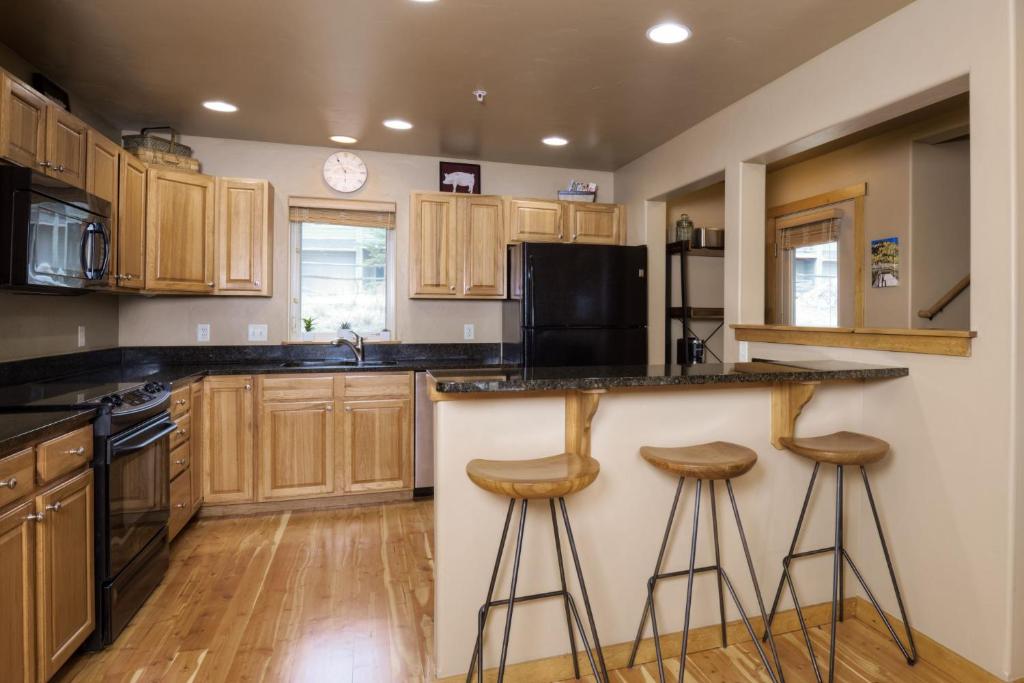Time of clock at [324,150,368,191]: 5:54
